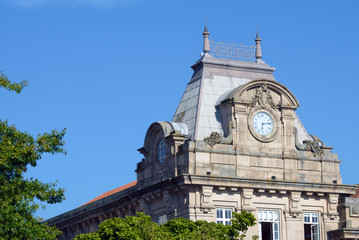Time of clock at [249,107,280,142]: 6:13
